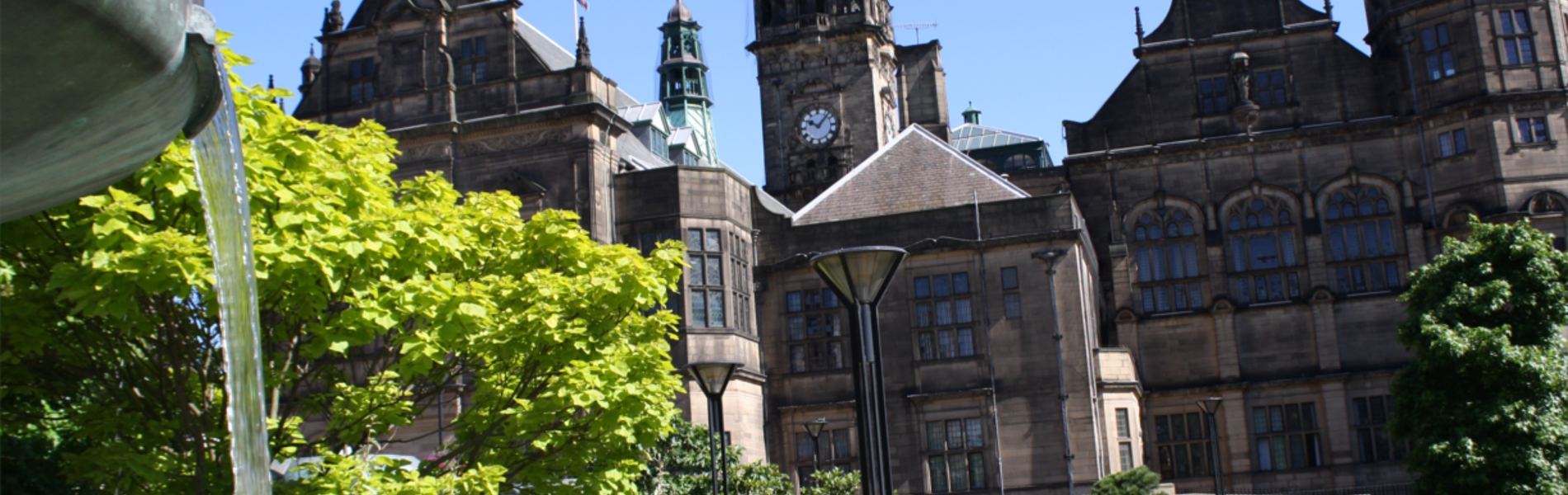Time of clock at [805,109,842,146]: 10:07
